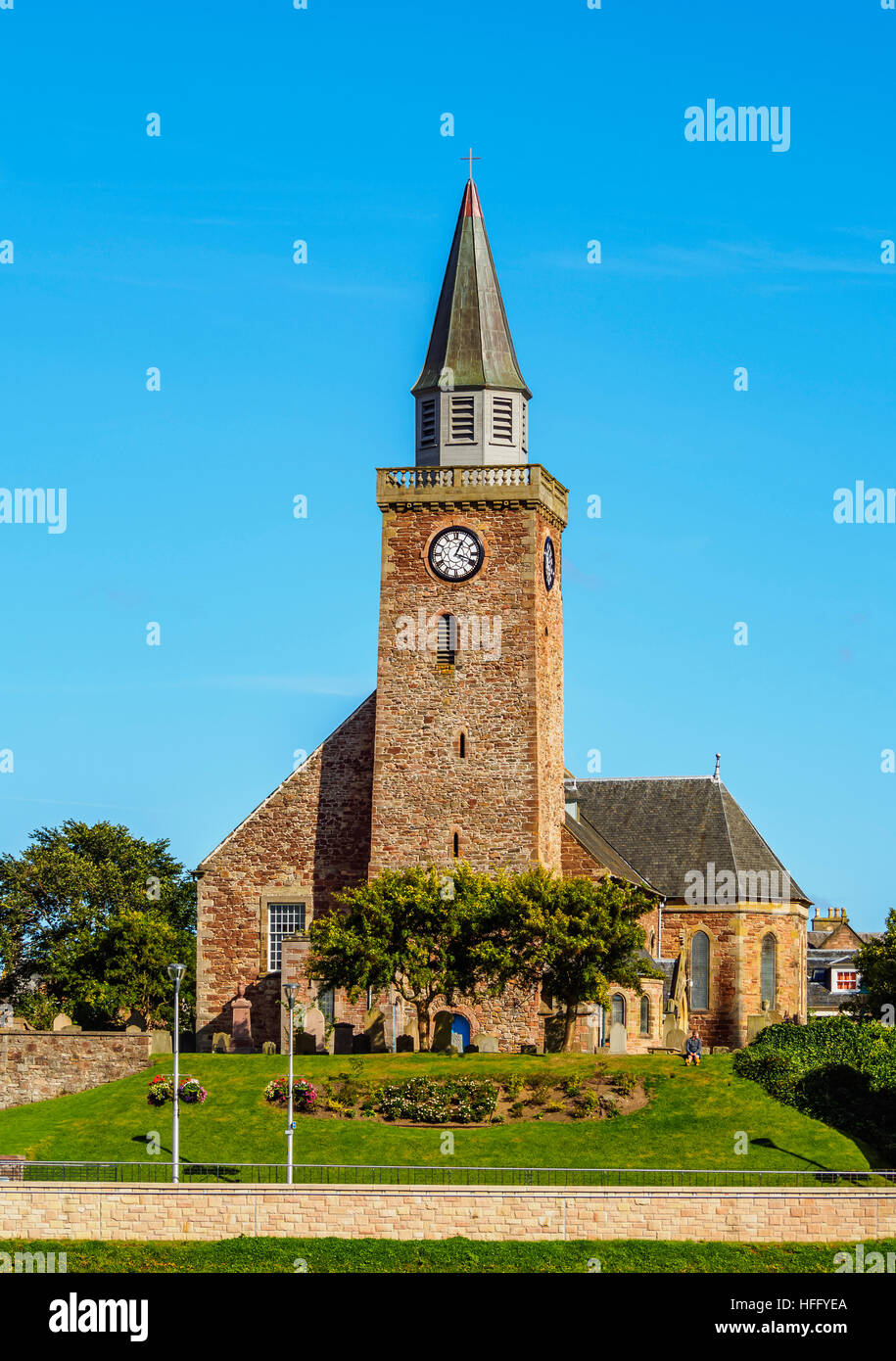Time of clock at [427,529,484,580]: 1:18
